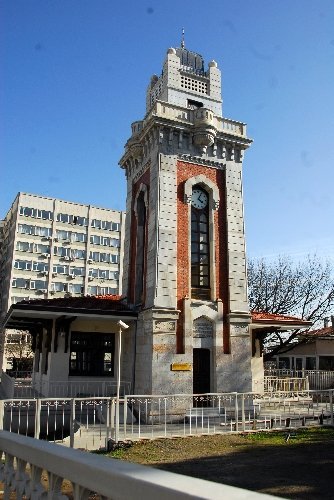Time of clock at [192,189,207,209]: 4:04
